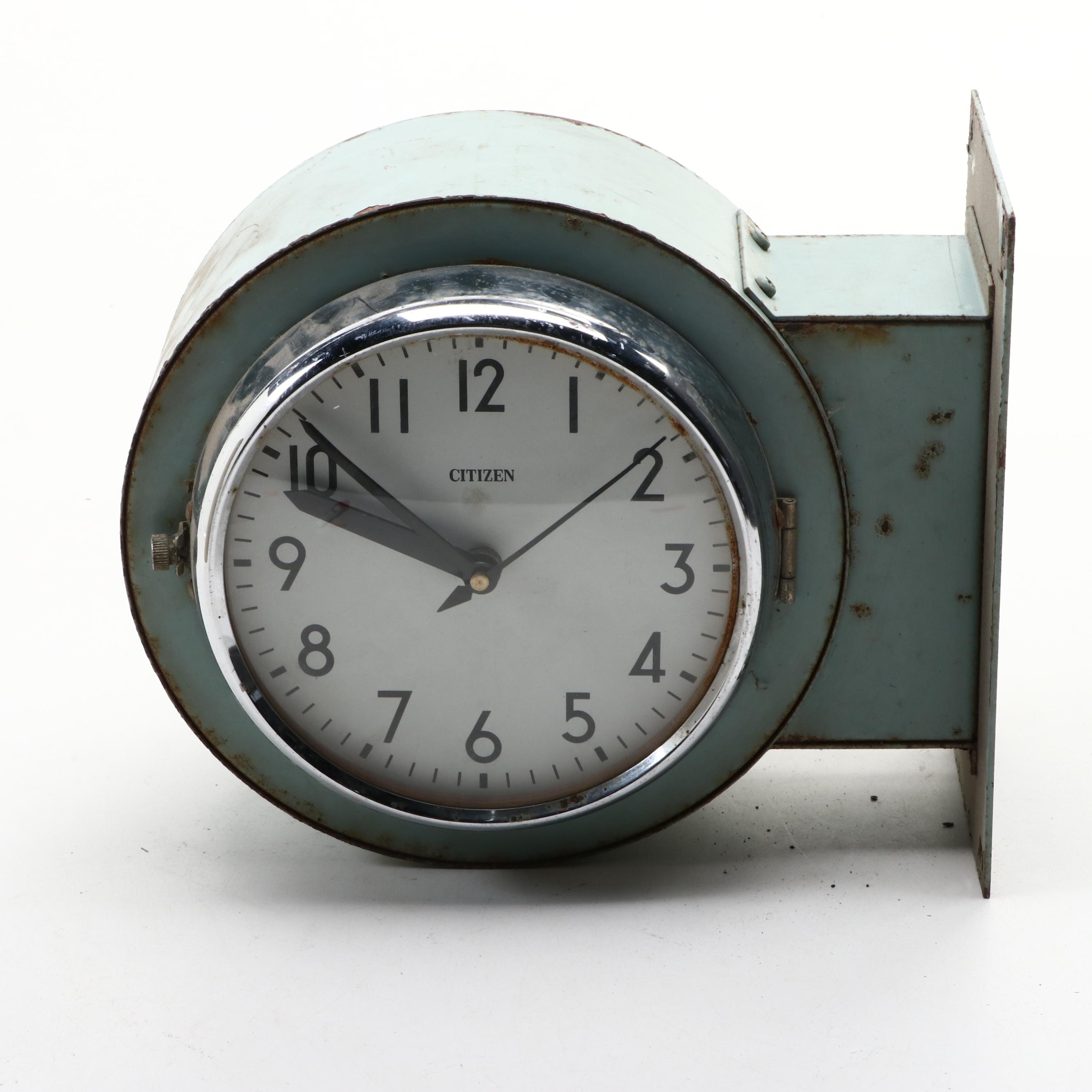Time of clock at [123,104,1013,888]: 9:51
